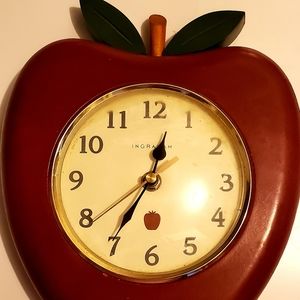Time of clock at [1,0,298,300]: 12:35
